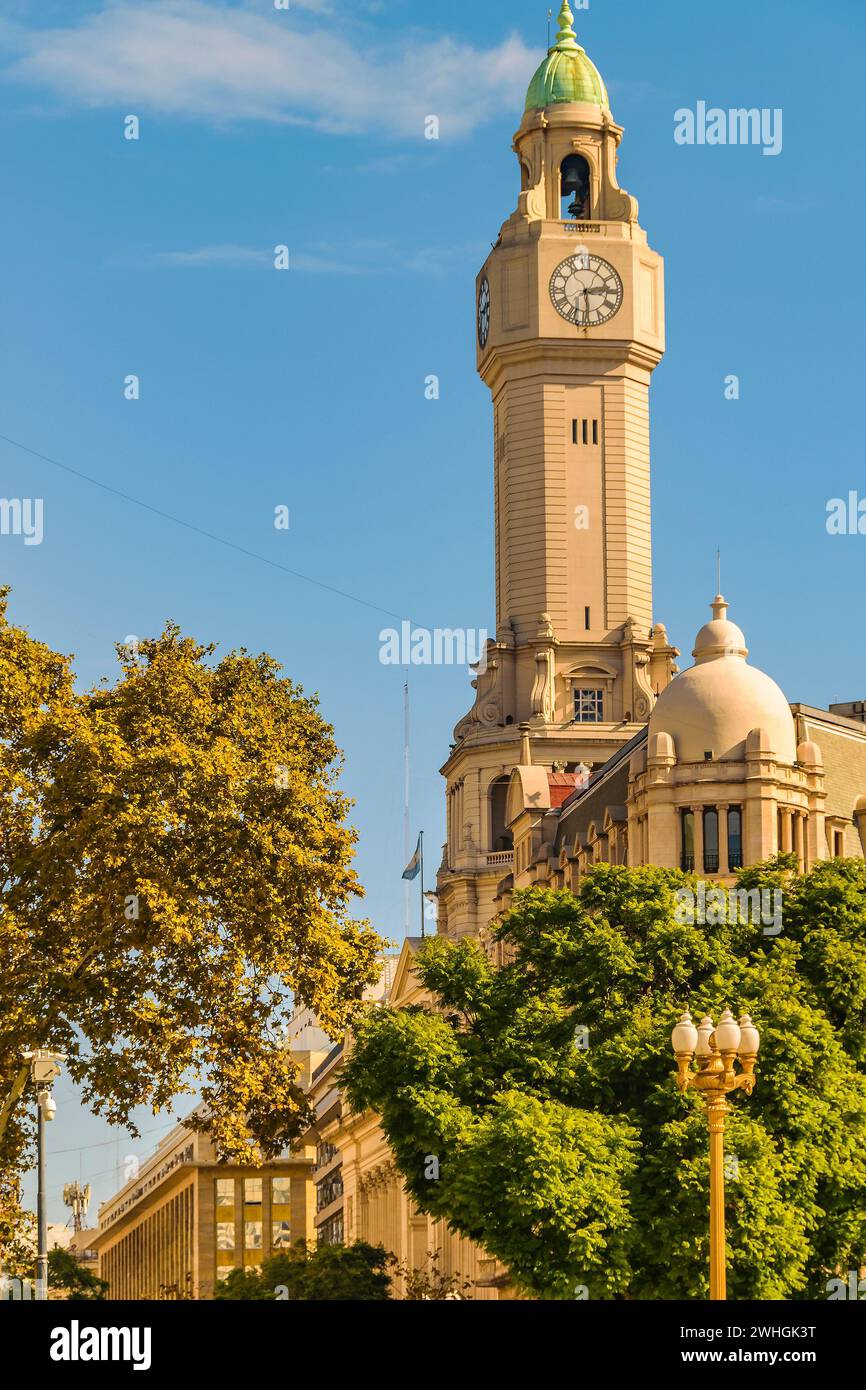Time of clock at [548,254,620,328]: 2:29
